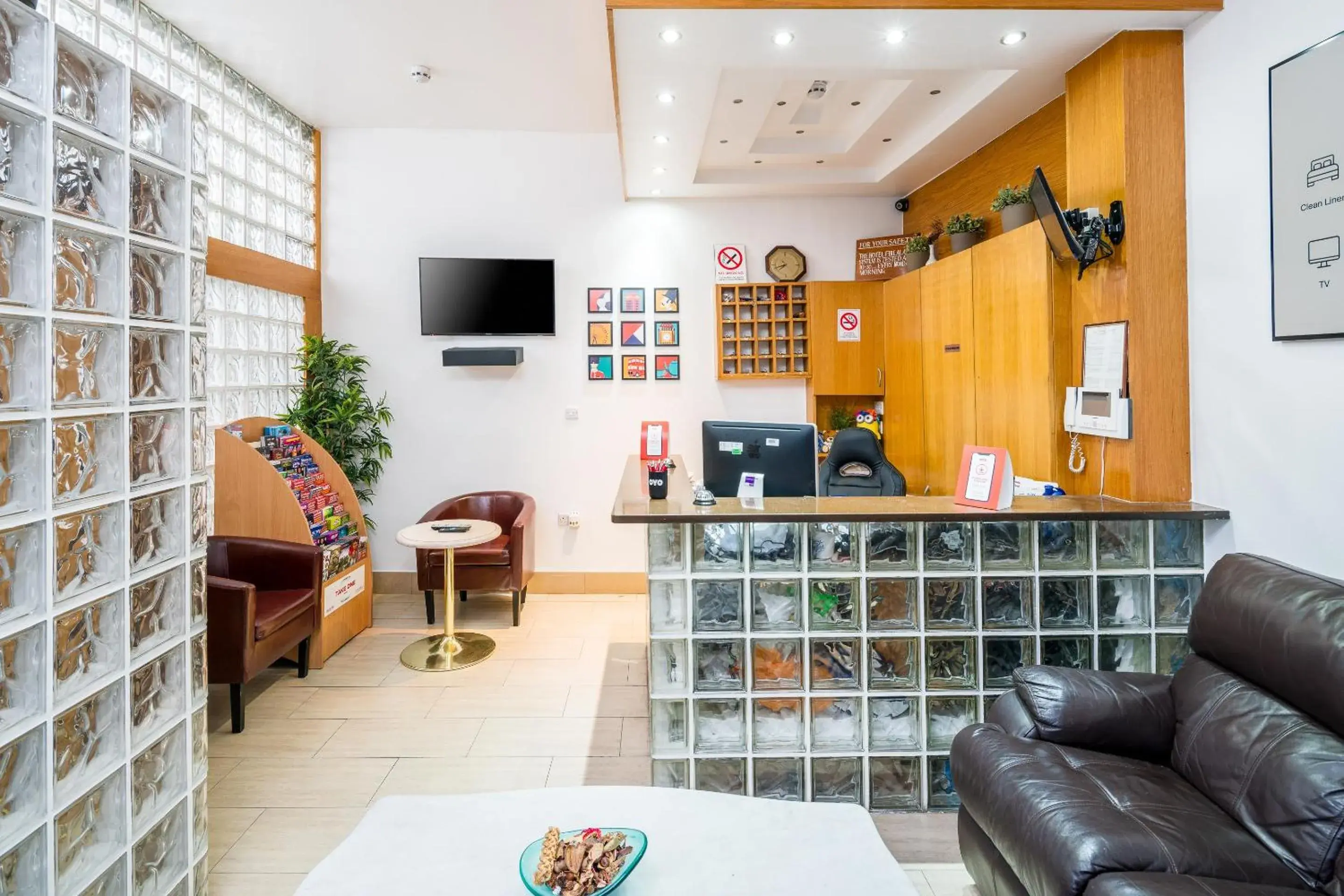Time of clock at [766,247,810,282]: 7:40
